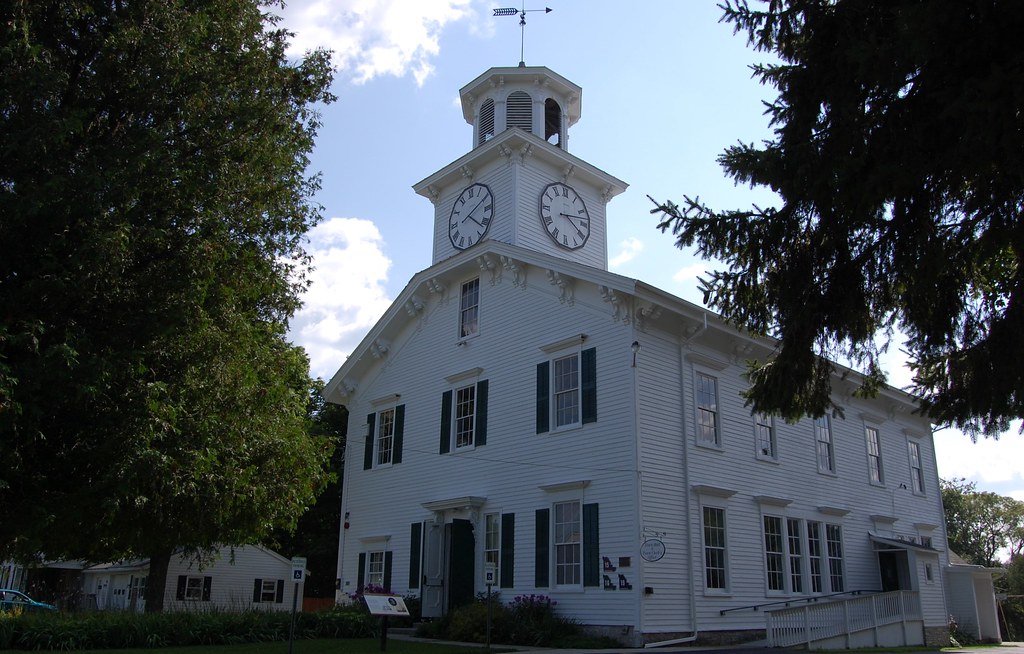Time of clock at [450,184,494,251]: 4:10
